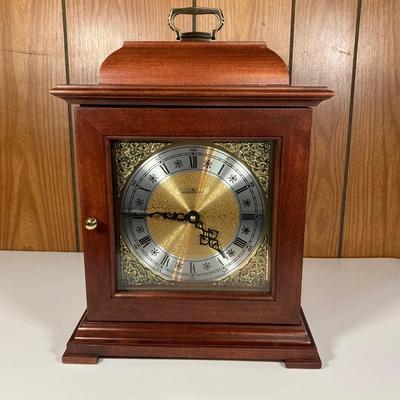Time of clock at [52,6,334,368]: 4:45
